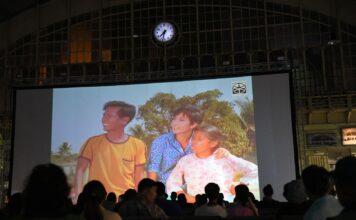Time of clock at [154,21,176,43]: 7:32
